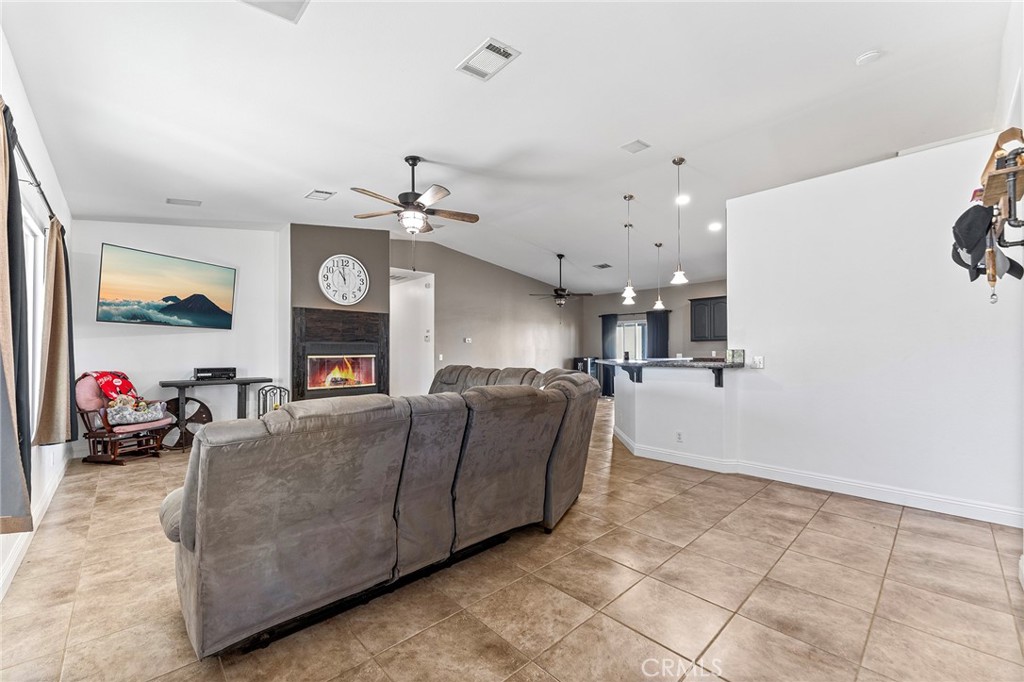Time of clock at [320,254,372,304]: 10:58
